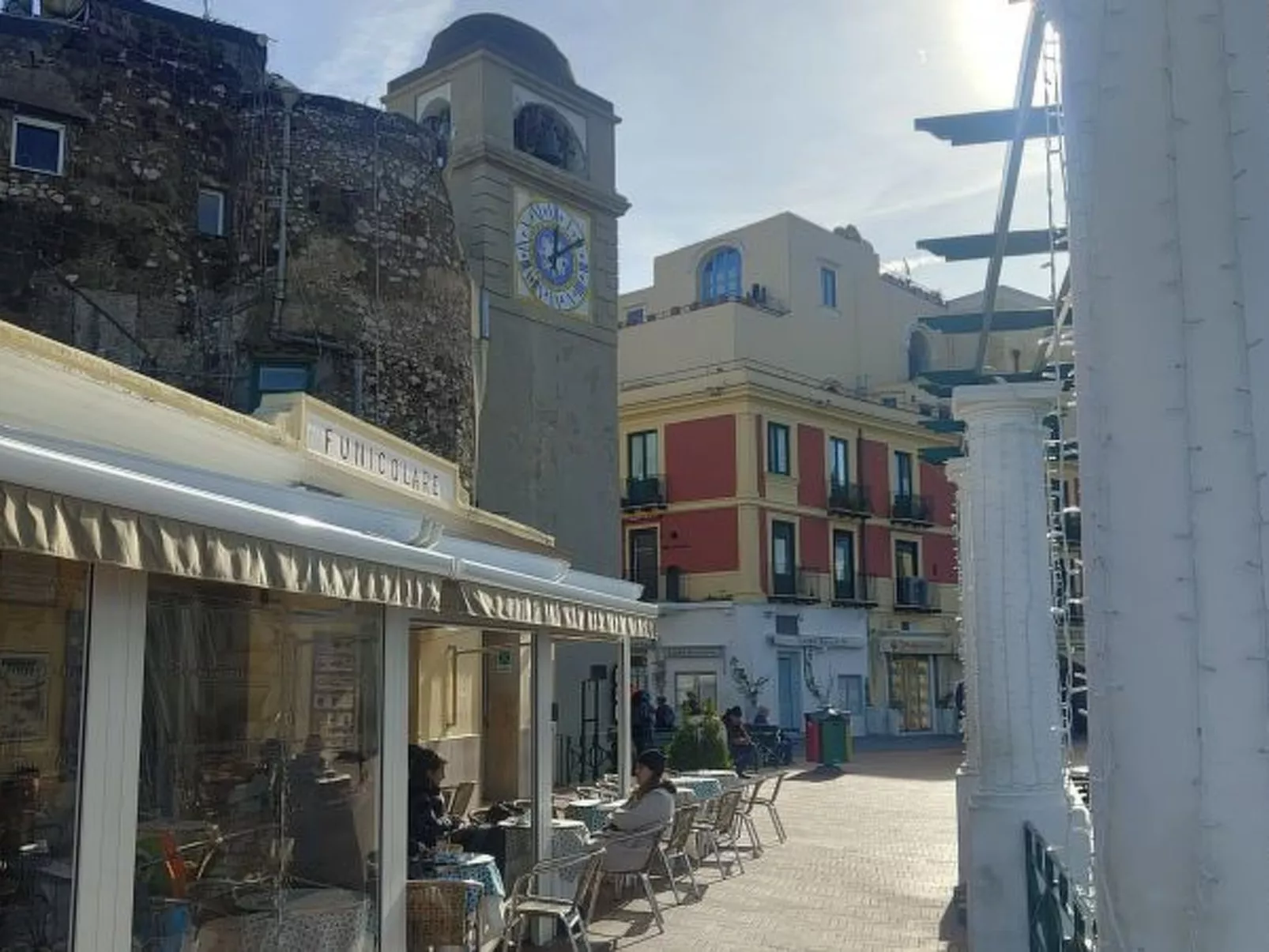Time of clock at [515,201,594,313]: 12:09
